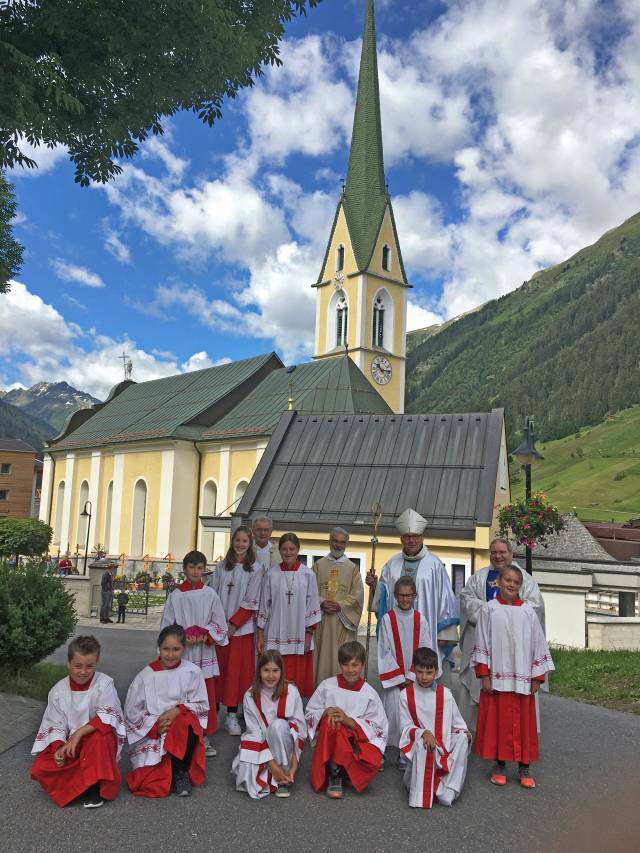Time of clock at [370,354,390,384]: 10:14
